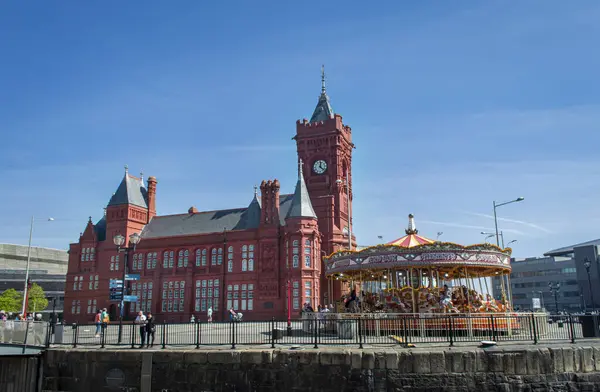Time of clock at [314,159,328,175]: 12:22
